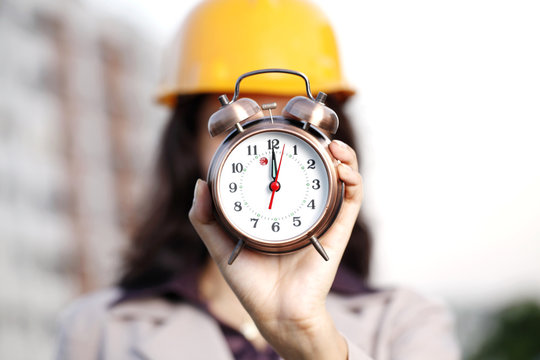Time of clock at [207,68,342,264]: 12:00
